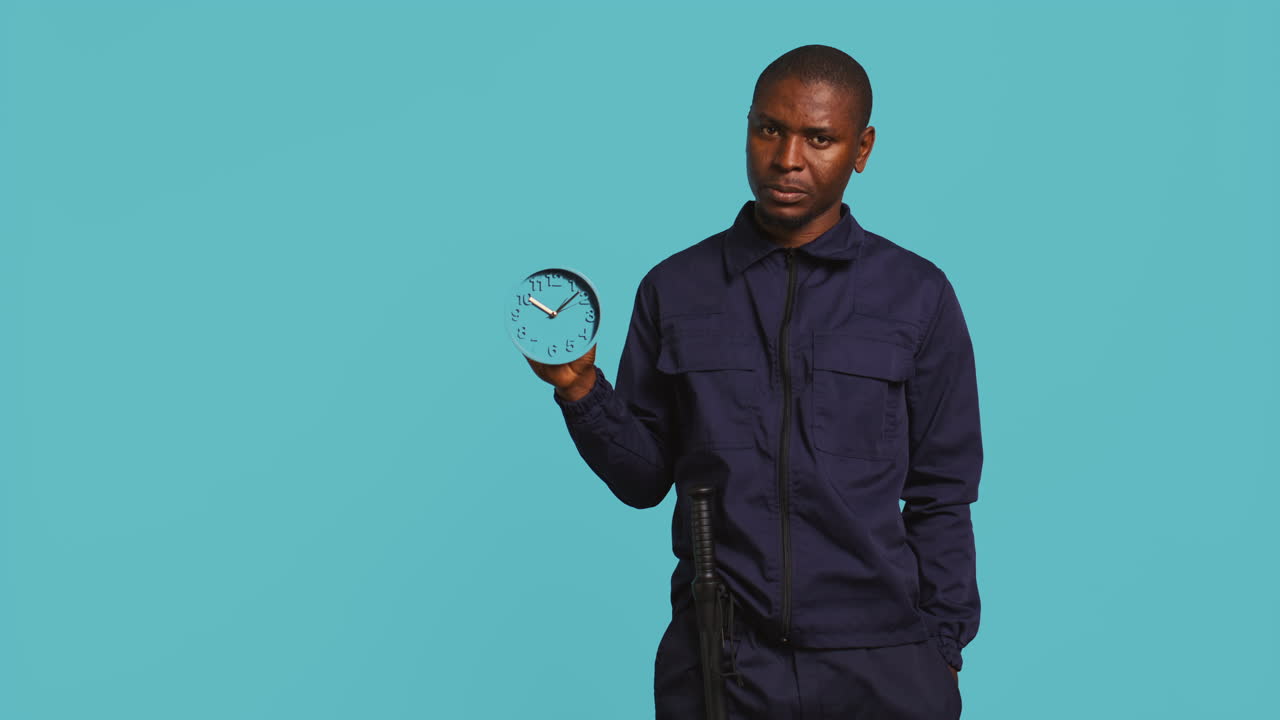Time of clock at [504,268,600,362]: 10:07
